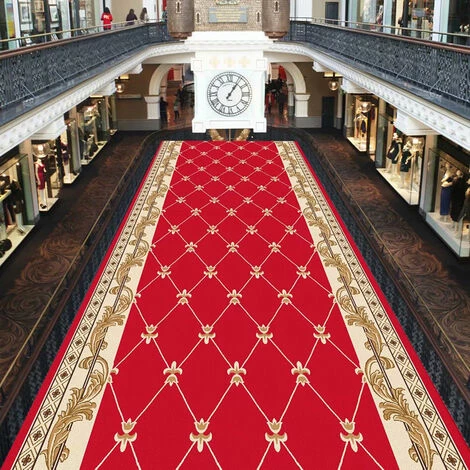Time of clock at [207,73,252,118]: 1:06
